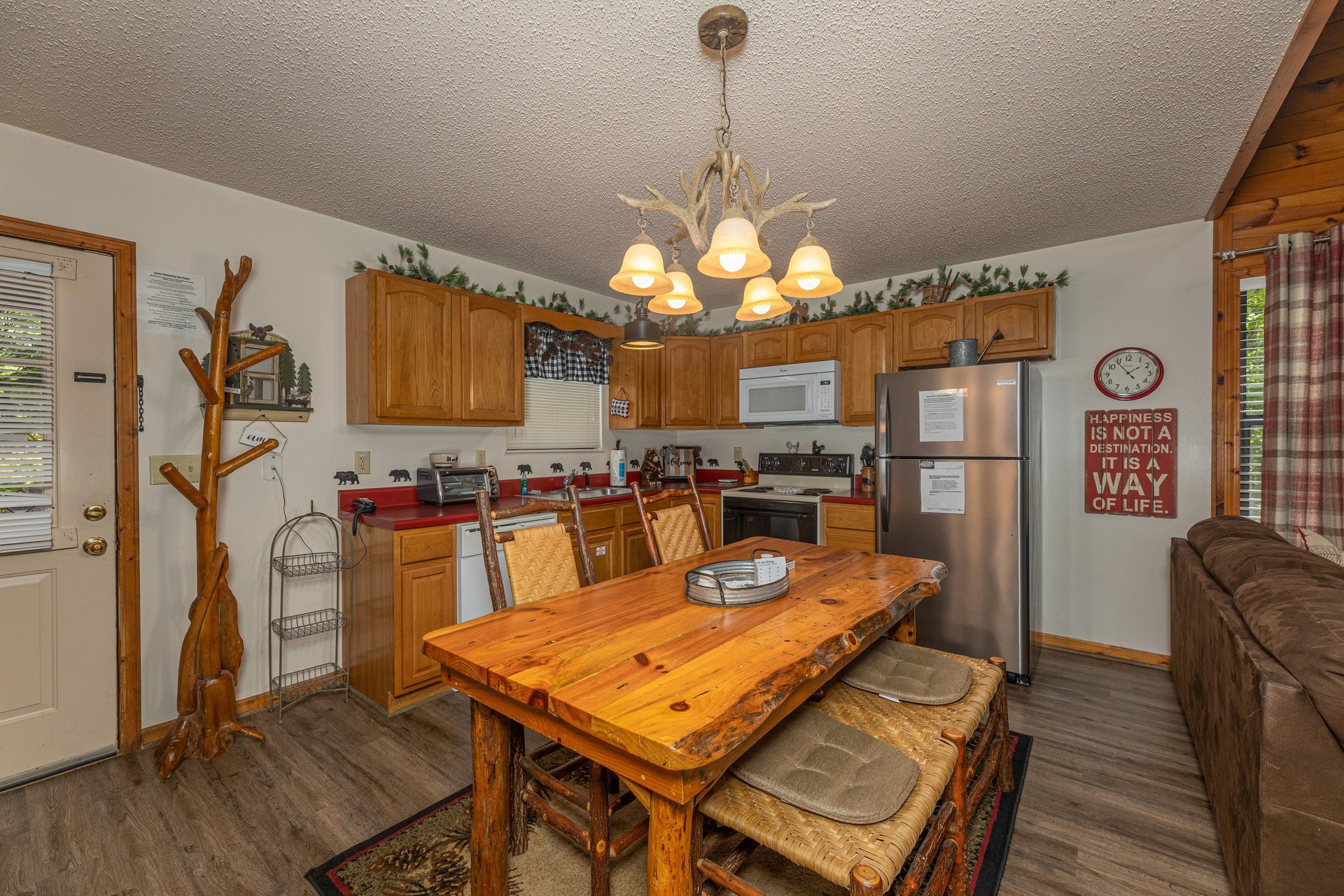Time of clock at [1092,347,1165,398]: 1:53
